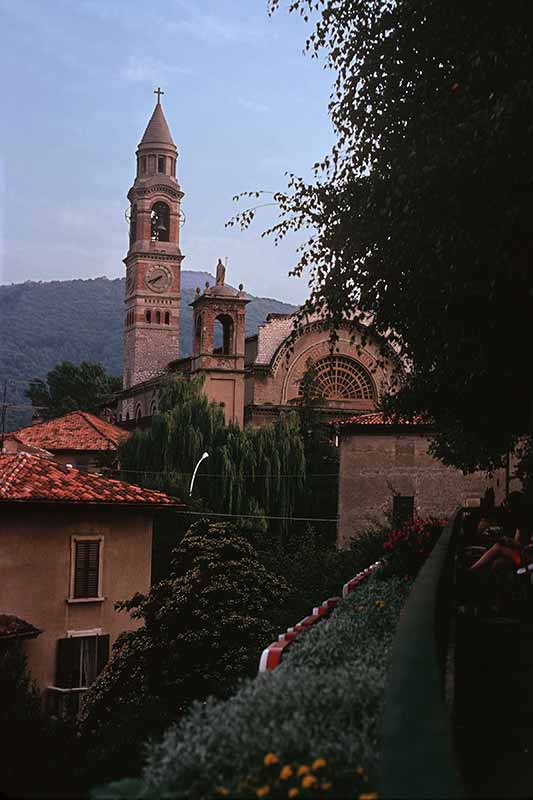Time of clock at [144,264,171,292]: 7:40
